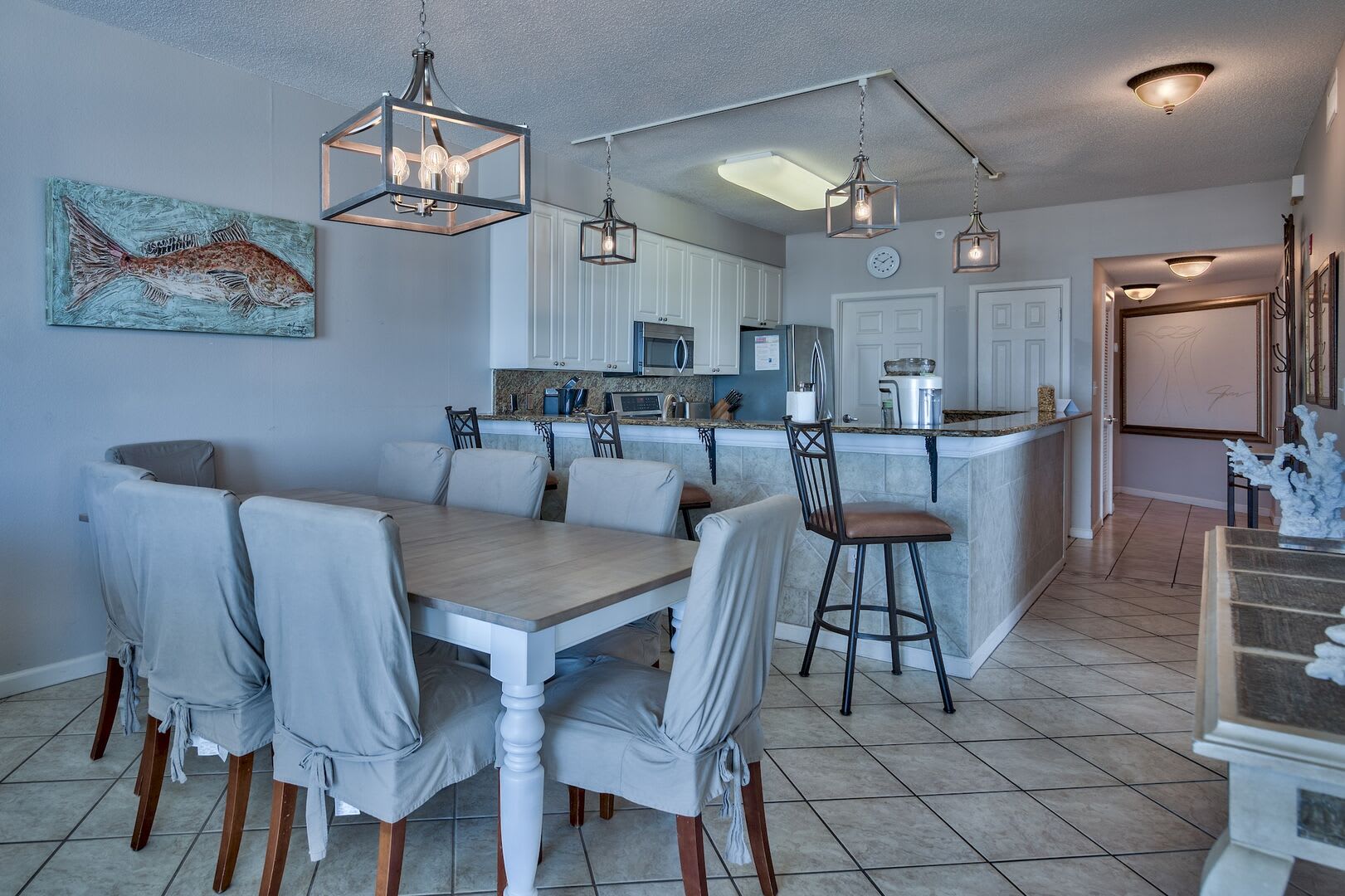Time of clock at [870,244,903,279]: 1:49
